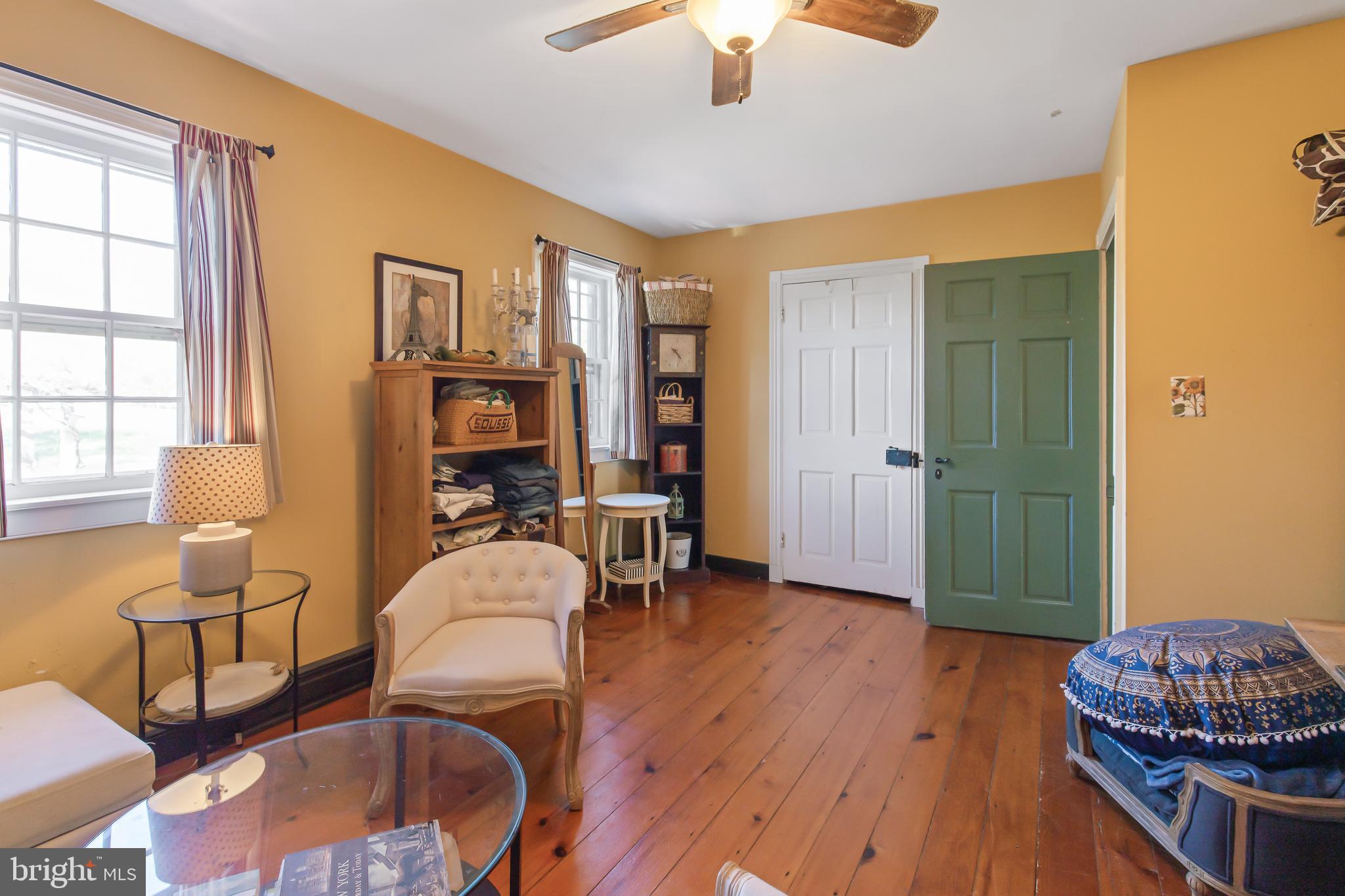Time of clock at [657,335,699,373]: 4:23
